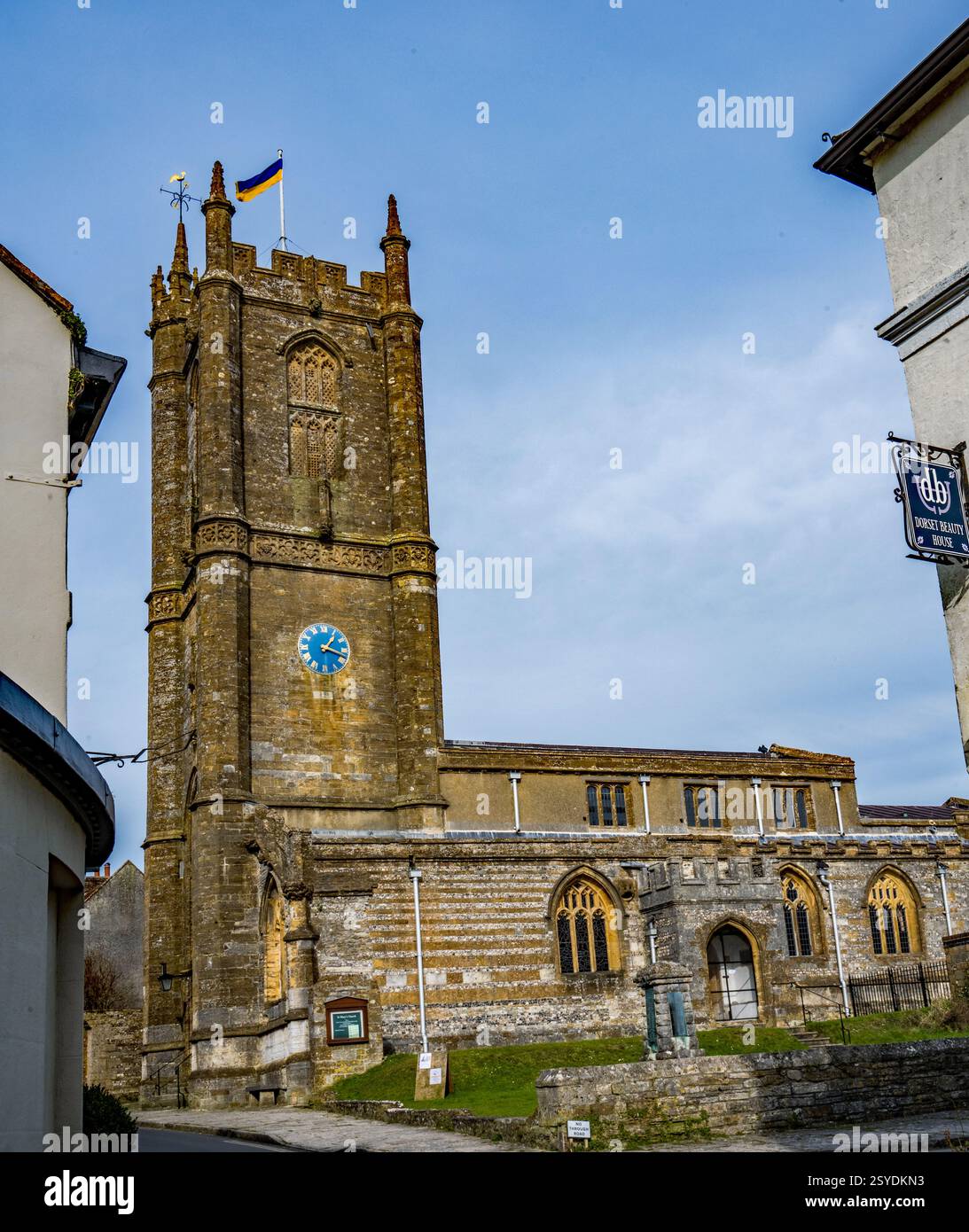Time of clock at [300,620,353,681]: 1:18
